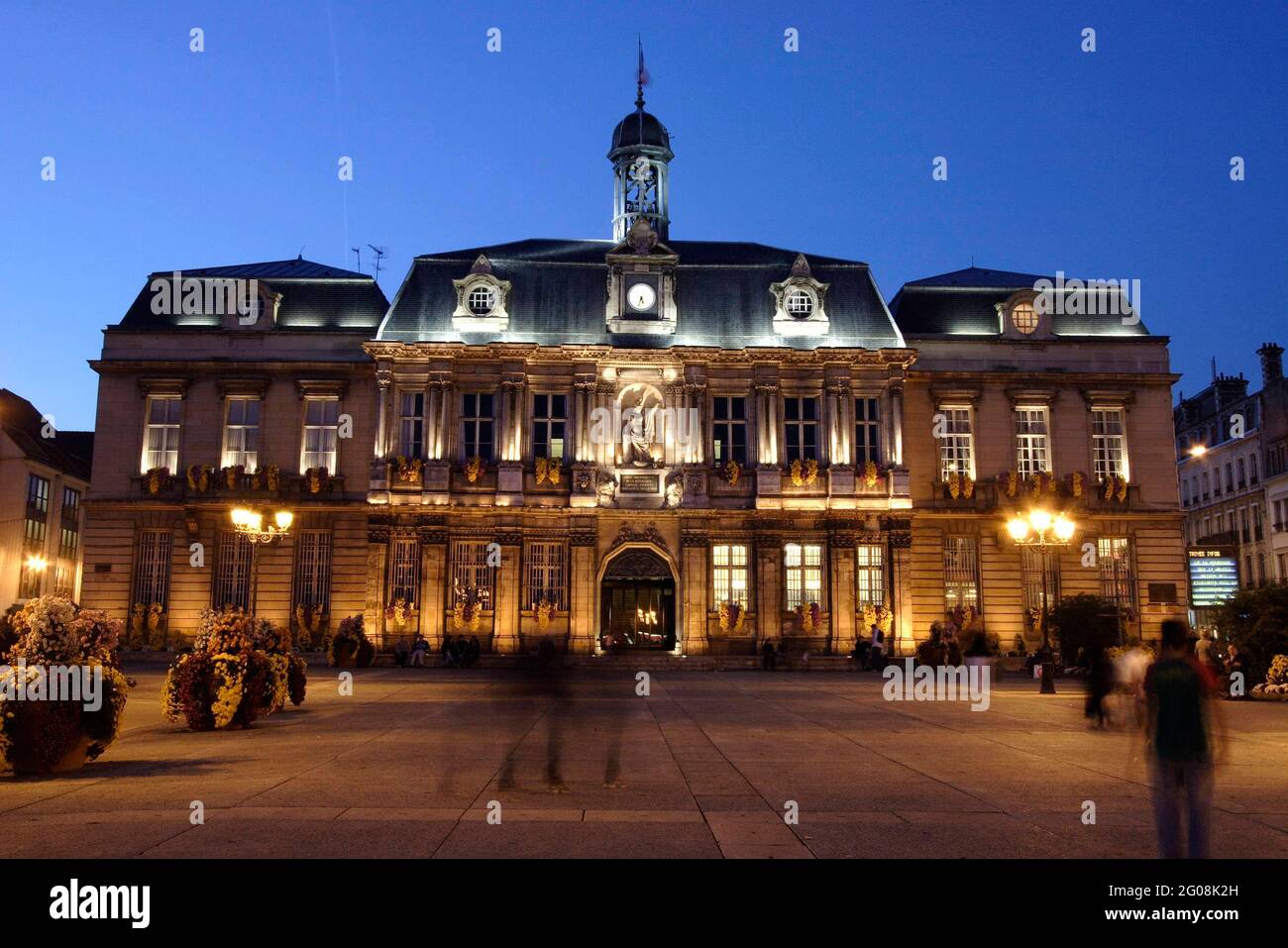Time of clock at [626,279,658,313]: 5:33
